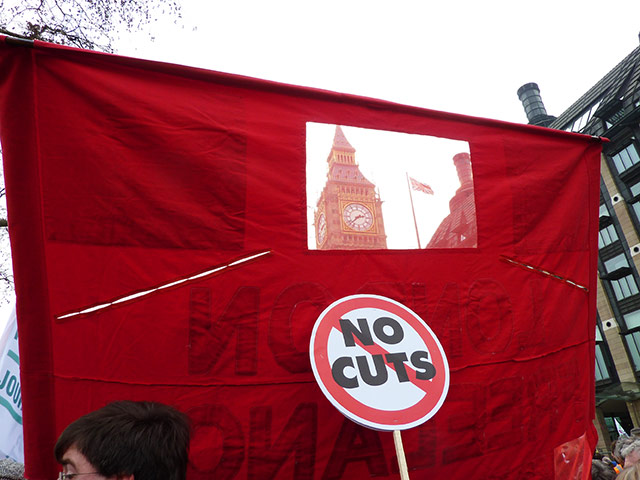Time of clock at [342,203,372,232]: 2:38
